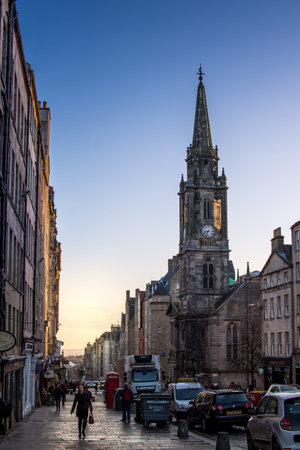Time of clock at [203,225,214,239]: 6:41
